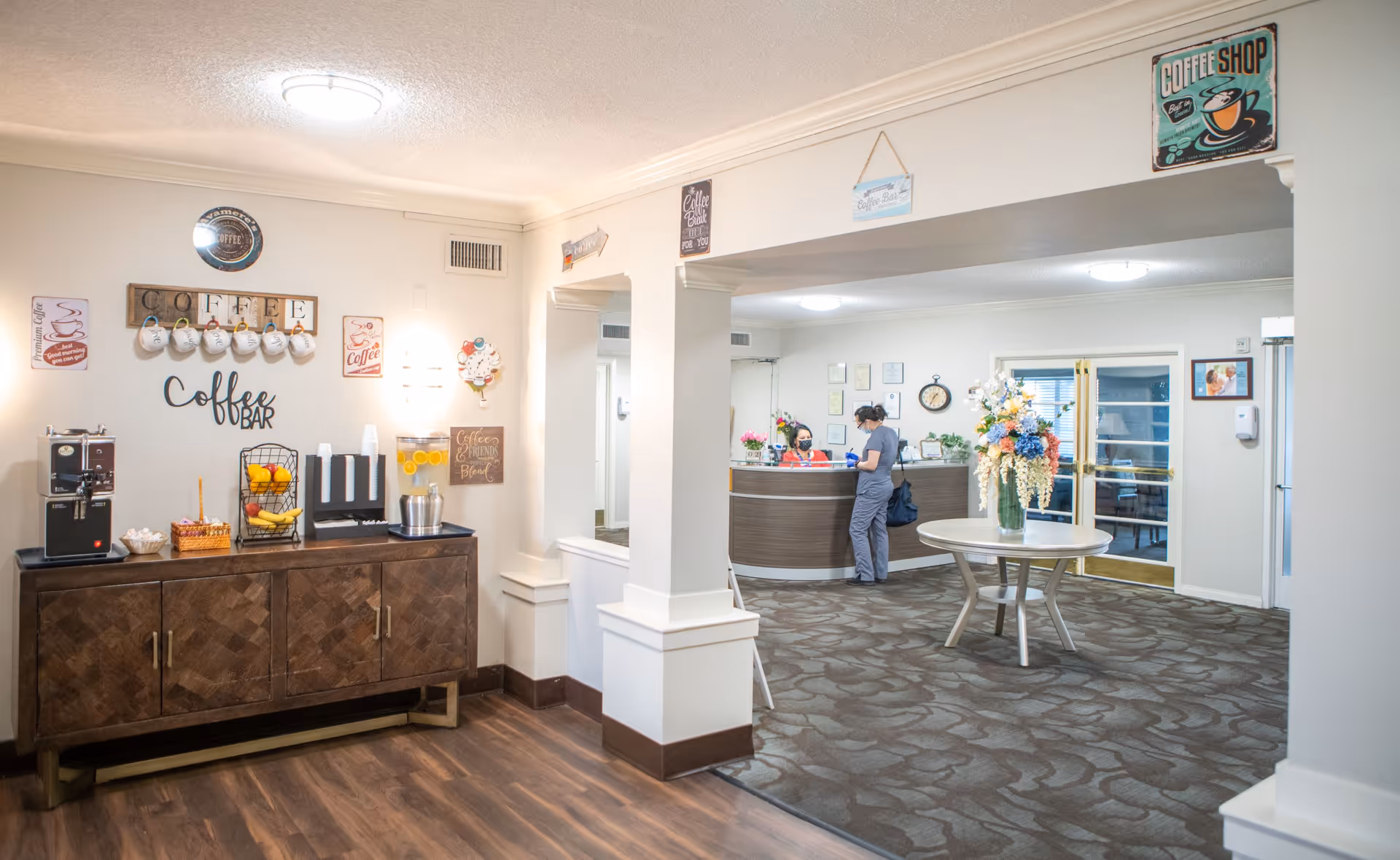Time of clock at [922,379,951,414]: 1:34
